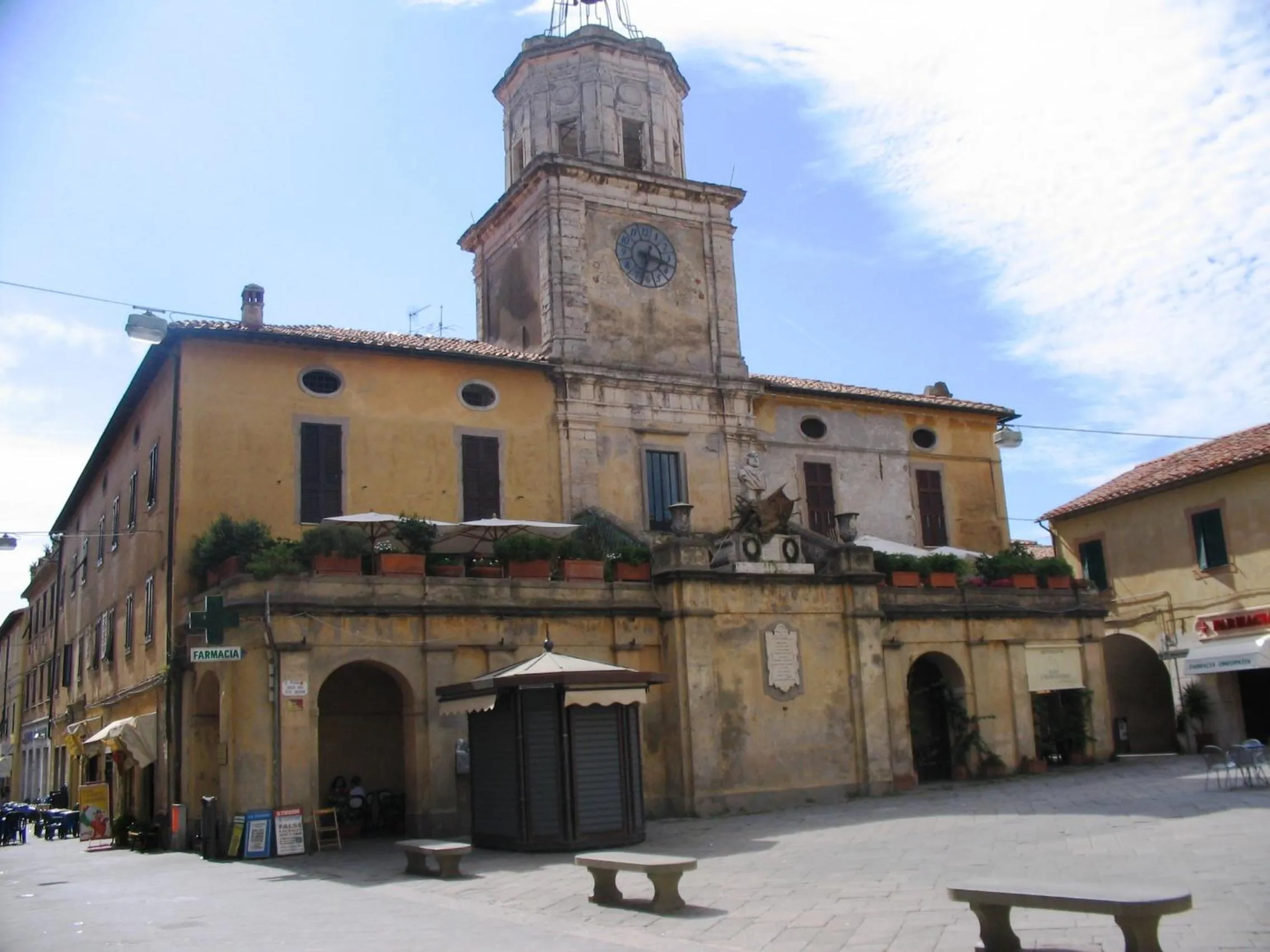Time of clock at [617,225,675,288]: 3:32
